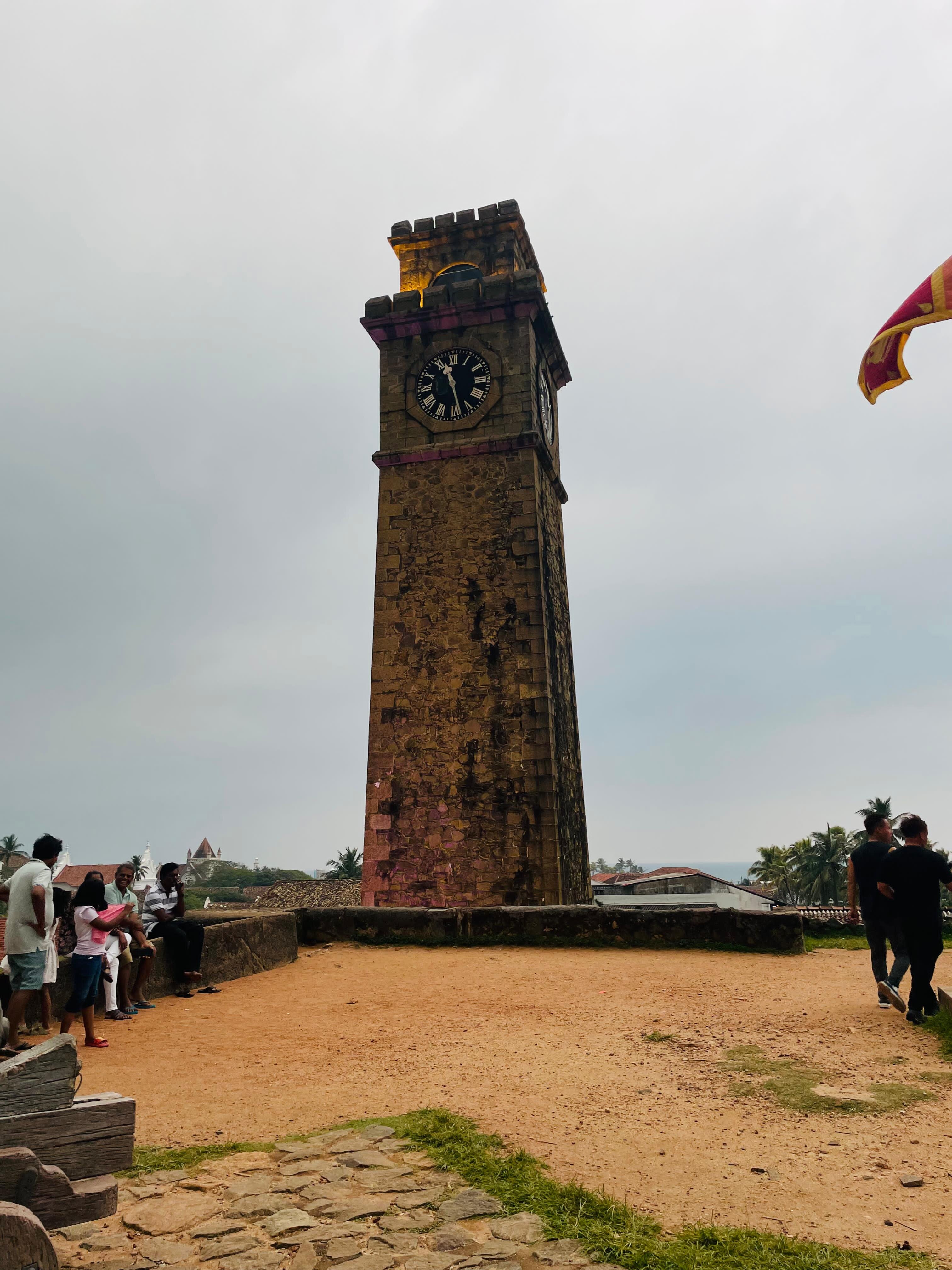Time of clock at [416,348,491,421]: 11:28
